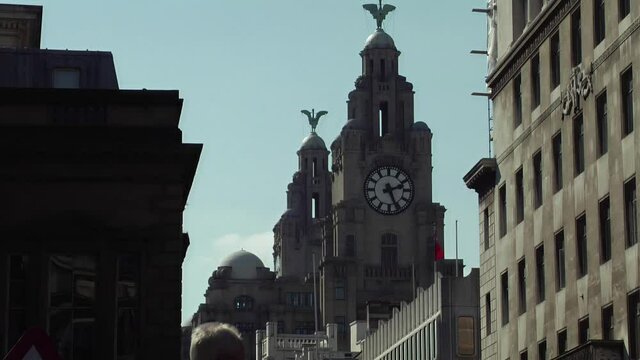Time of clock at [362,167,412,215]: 2:26
